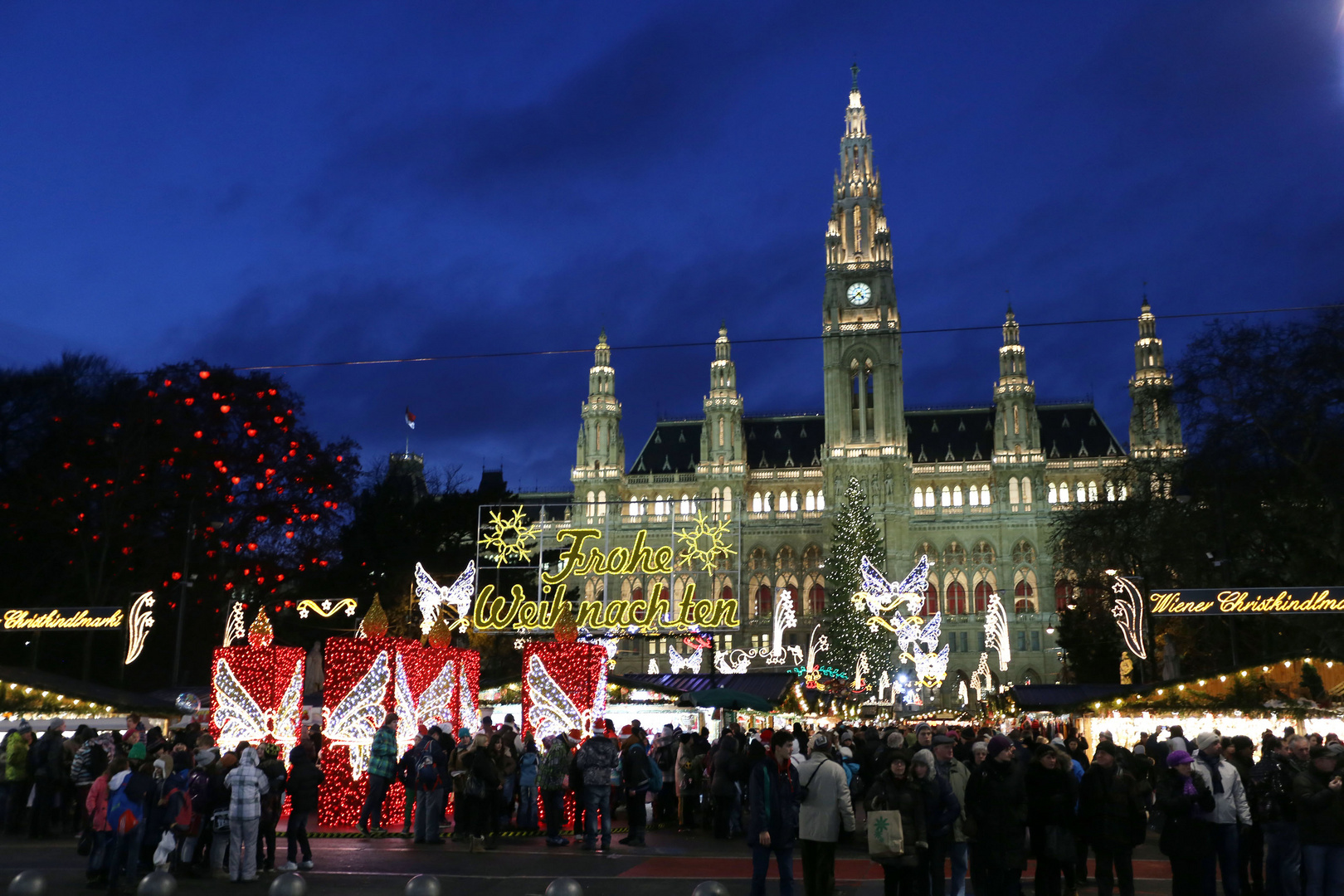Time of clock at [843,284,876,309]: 4:38
